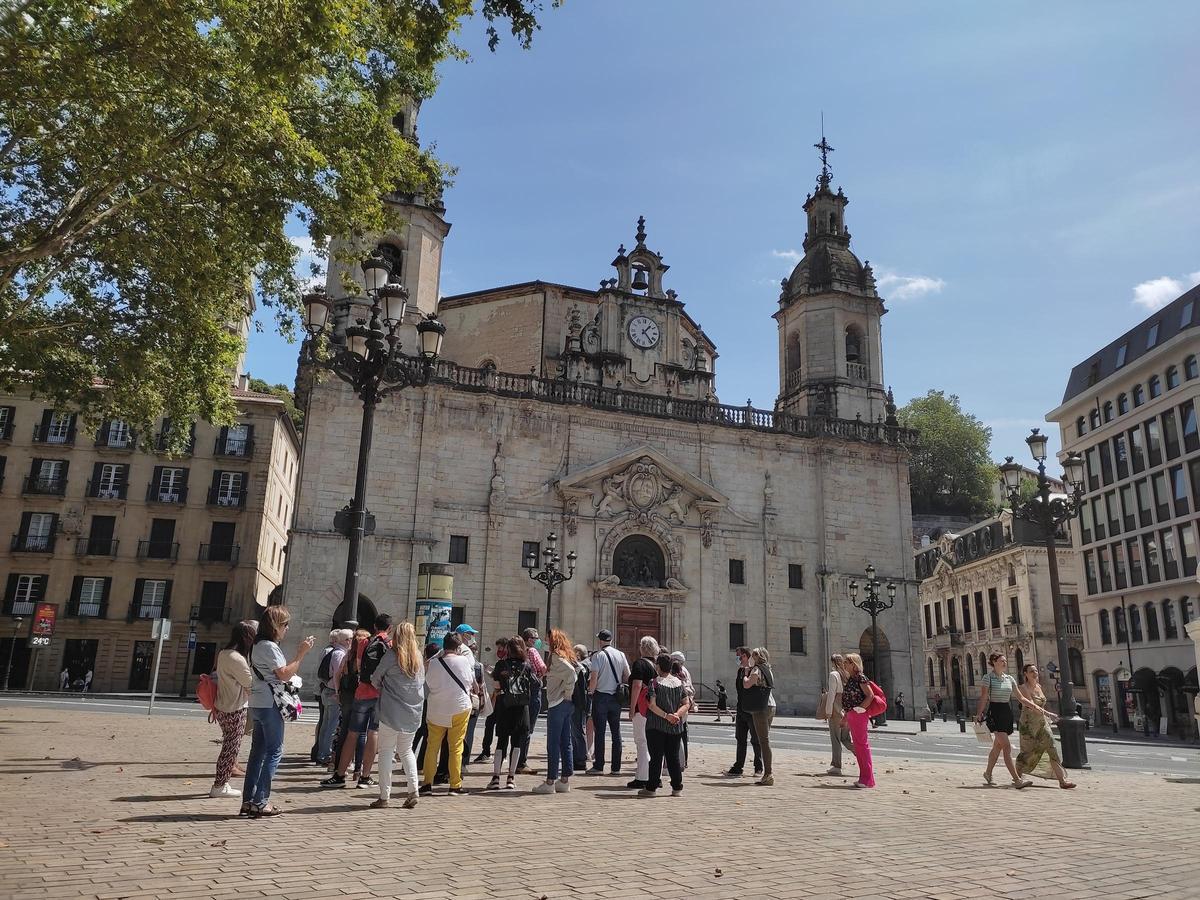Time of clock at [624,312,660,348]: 1:23
